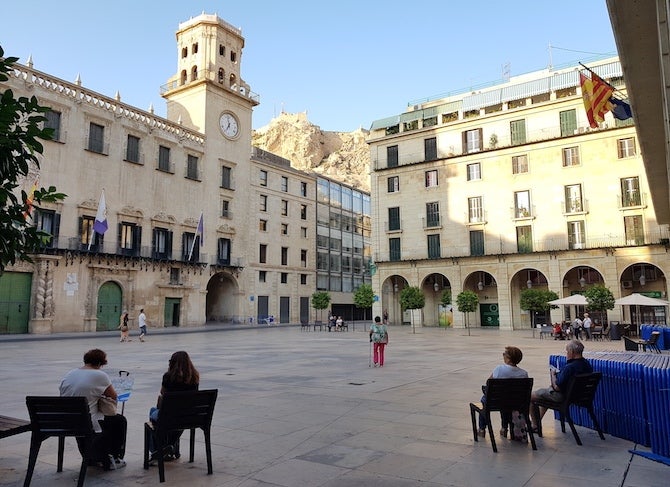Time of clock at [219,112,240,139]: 6:58
